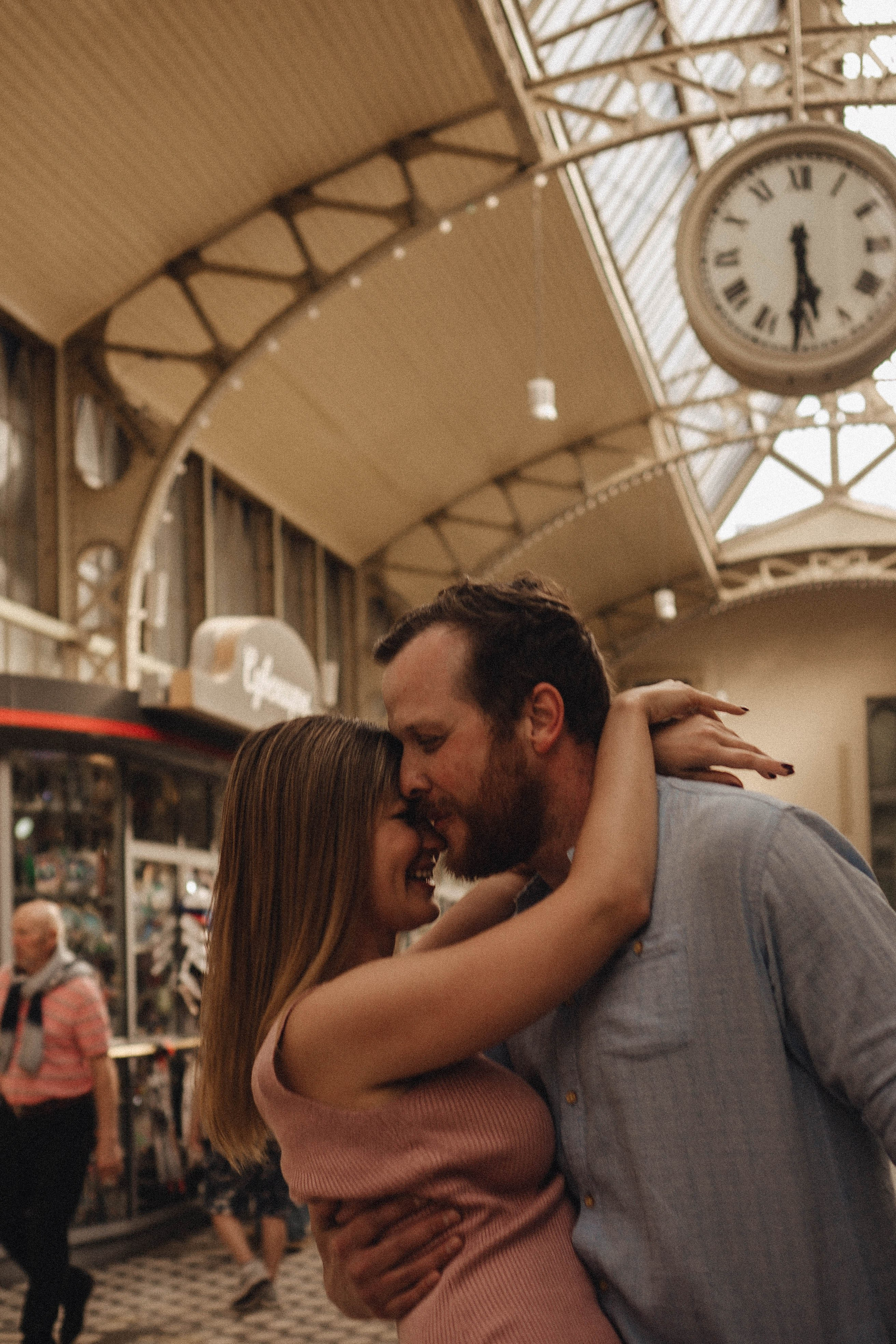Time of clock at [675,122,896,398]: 5:30
